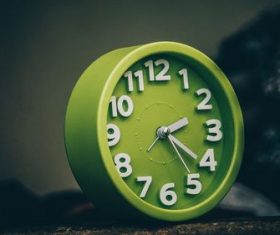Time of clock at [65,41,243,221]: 2:20
